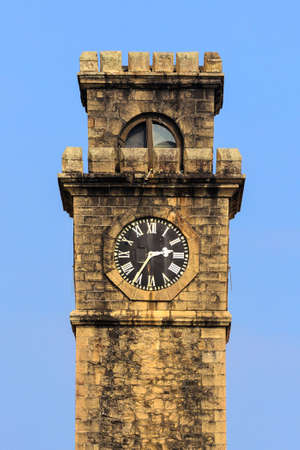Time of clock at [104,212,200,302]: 2:35
